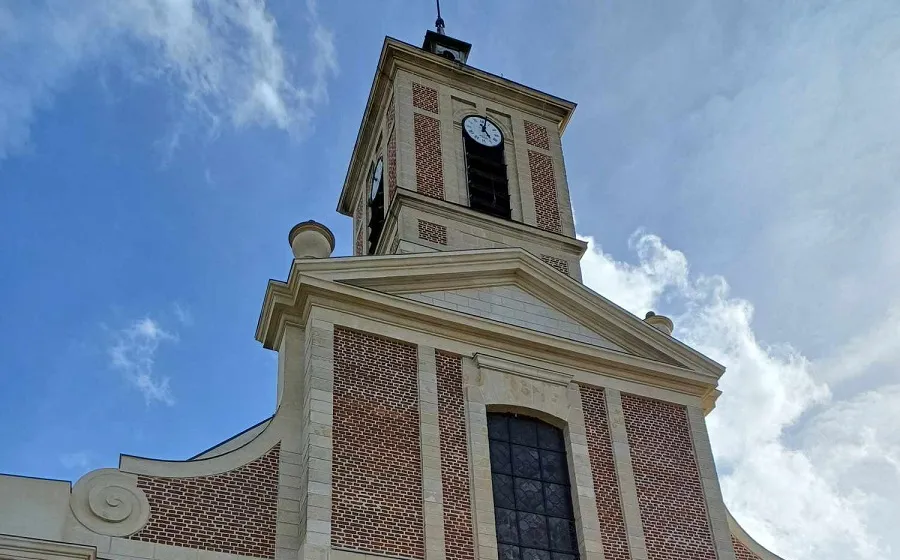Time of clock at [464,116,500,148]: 5:02
